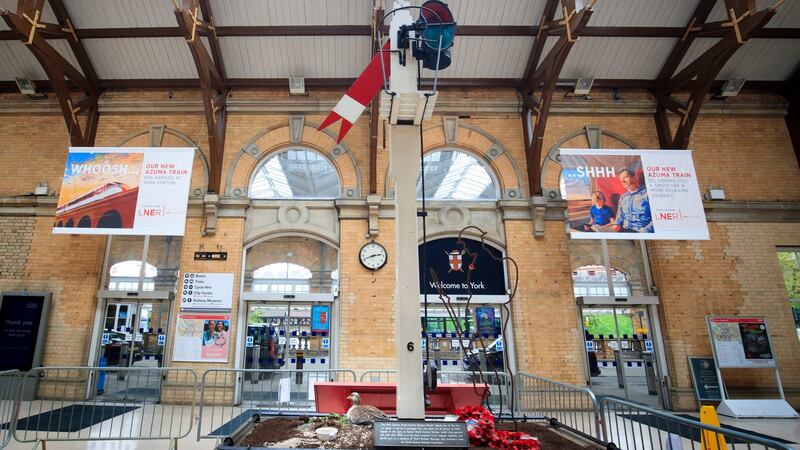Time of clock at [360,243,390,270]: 2:41
